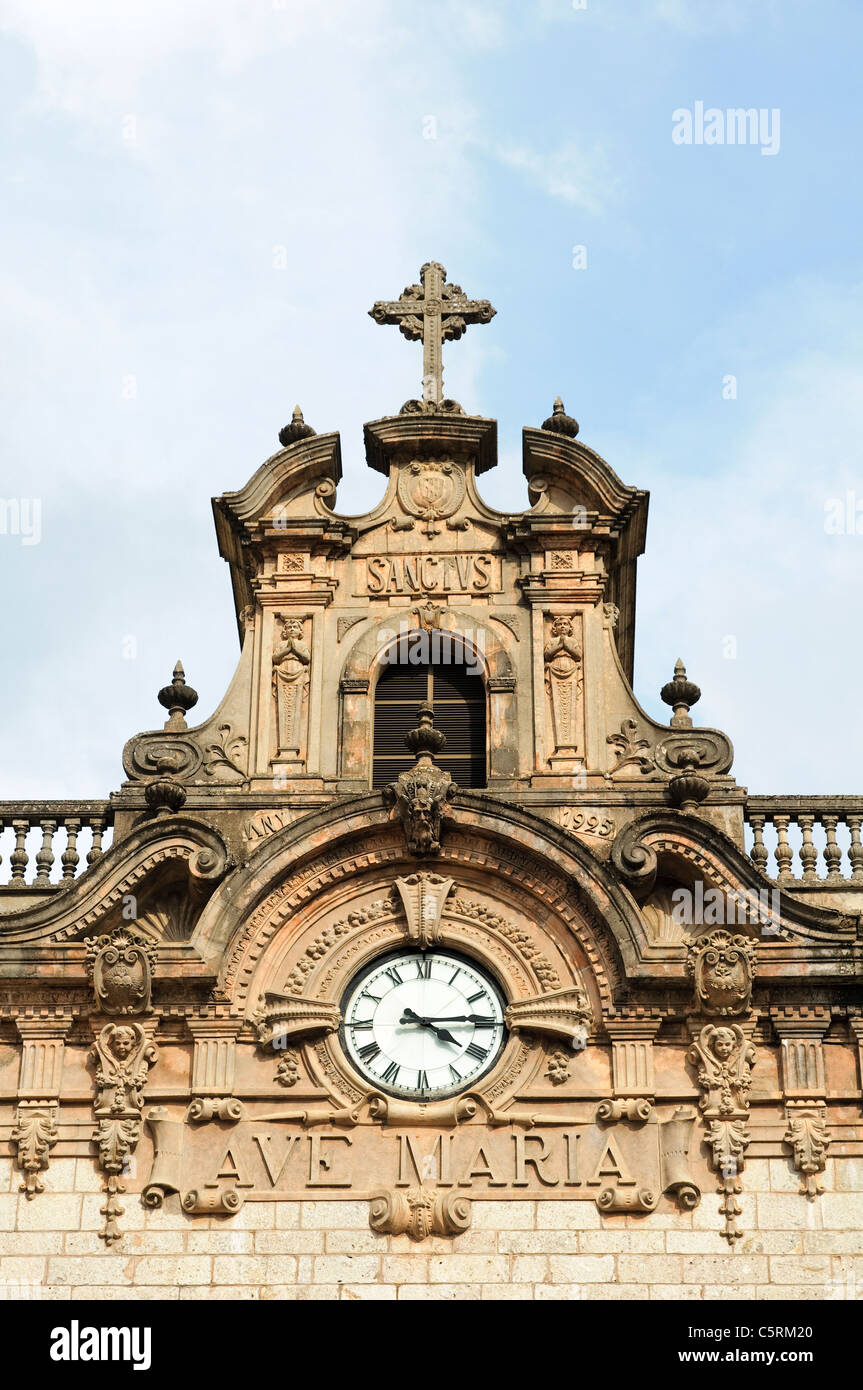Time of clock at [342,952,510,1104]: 4:14
